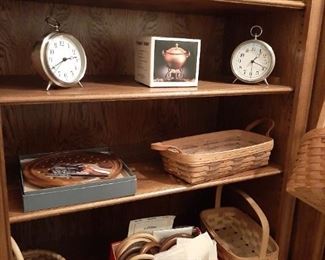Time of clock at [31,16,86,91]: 2:40
